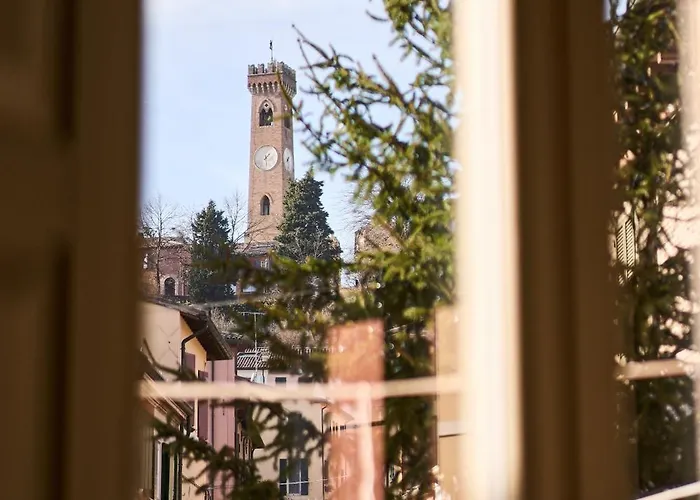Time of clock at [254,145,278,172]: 1:28
